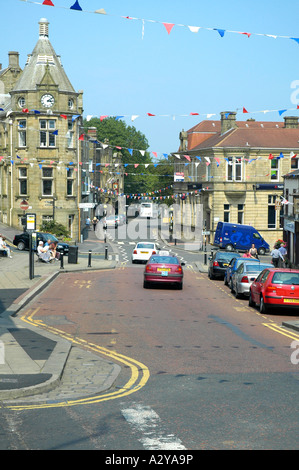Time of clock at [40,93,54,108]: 3:09
